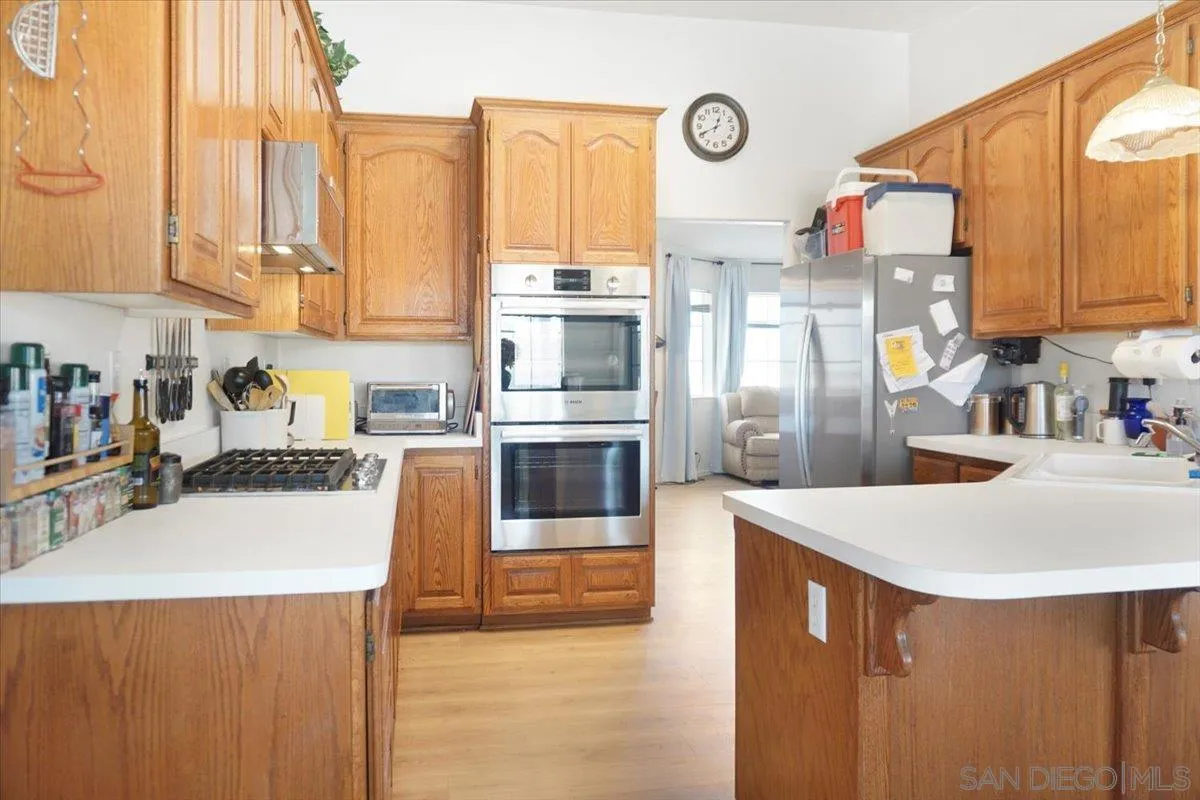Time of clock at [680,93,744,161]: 12:40
